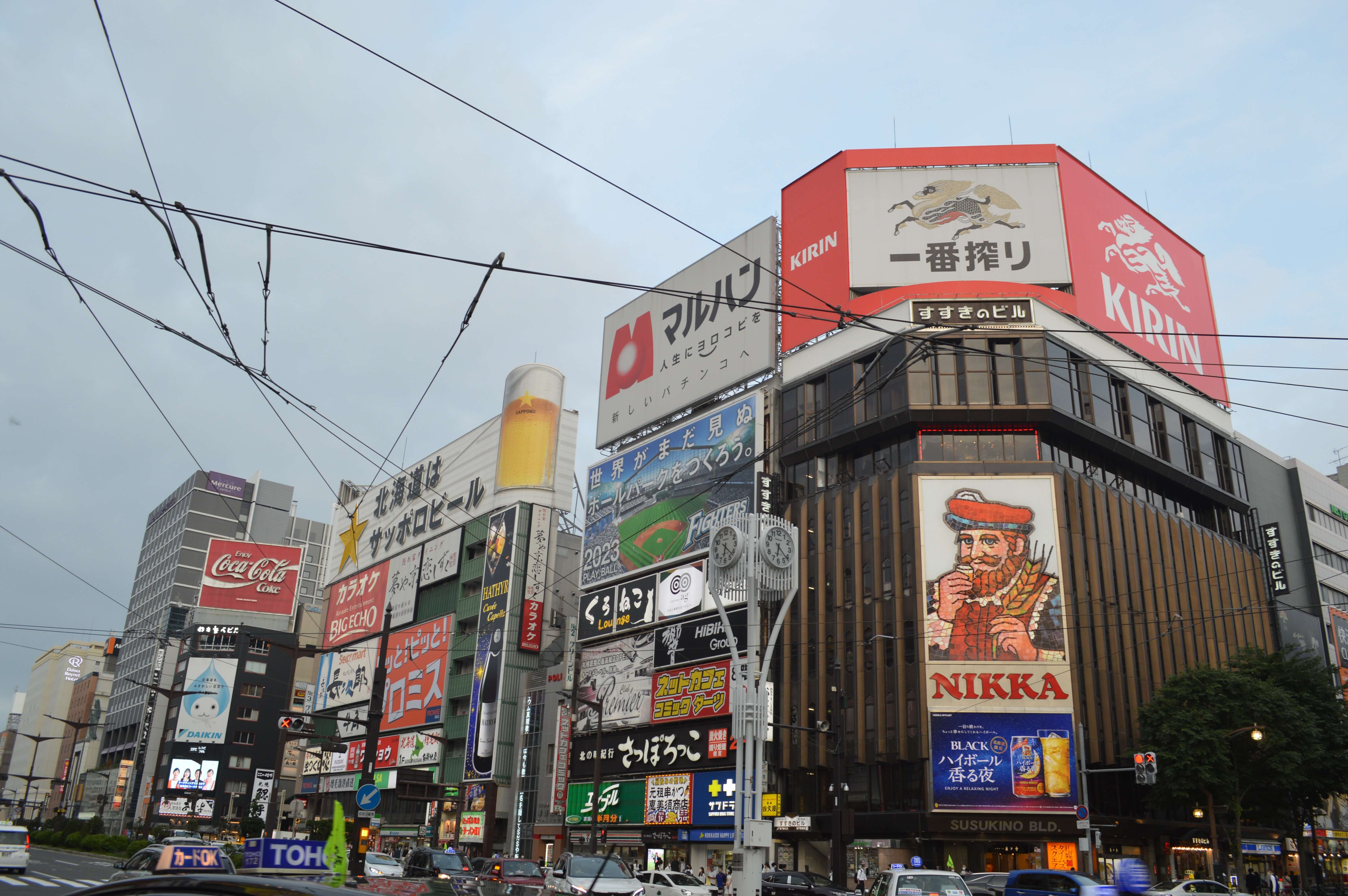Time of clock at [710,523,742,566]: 6:22
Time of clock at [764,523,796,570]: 6:21
